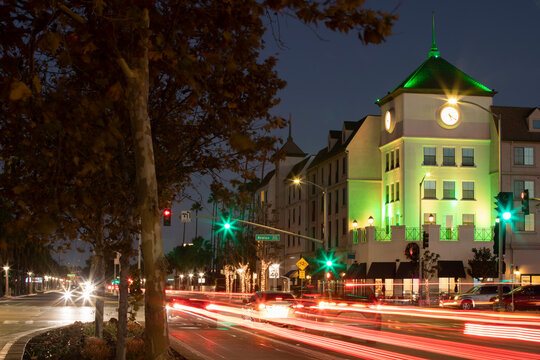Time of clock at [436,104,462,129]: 5:20
